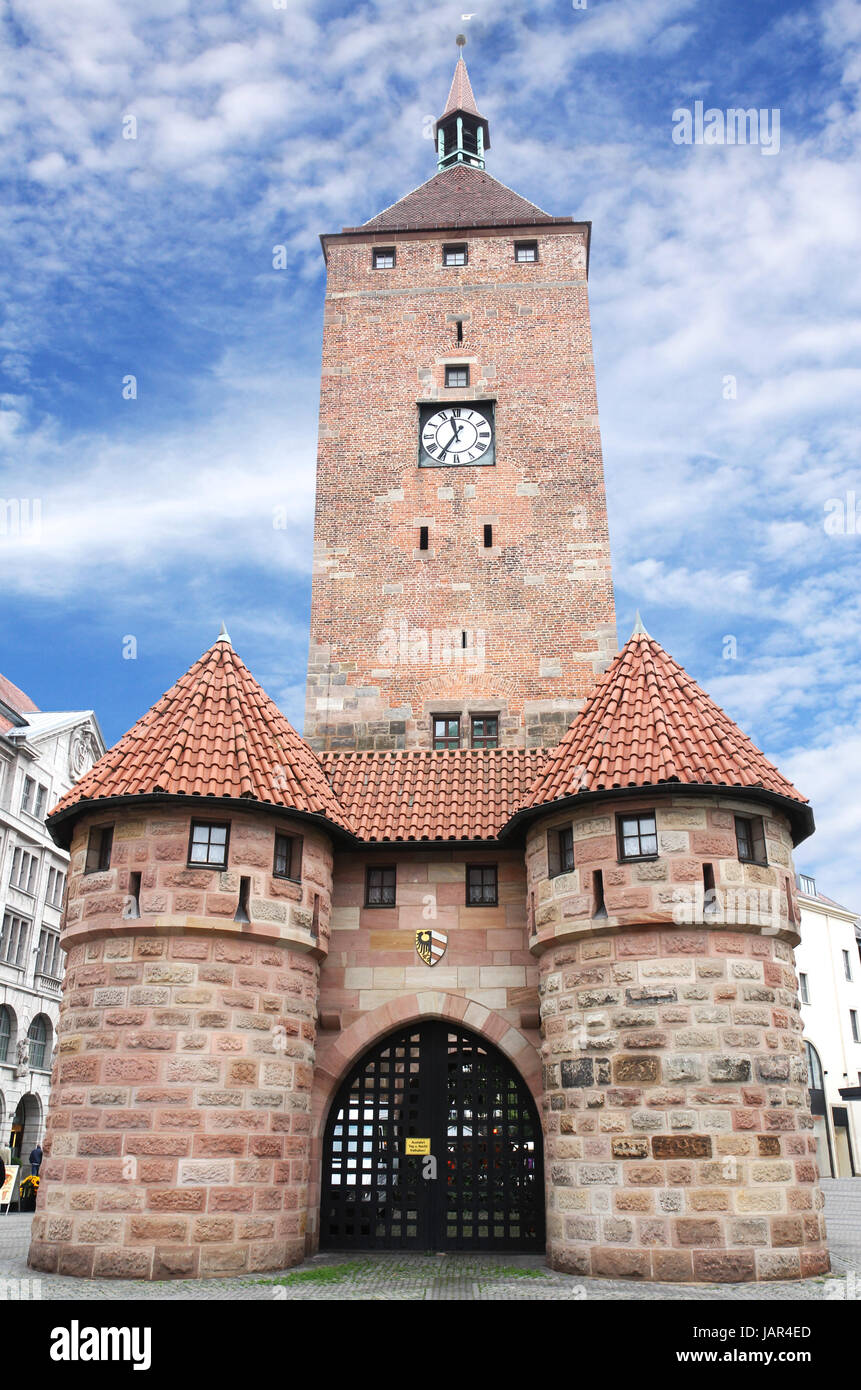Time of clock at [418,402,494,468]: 11:35
